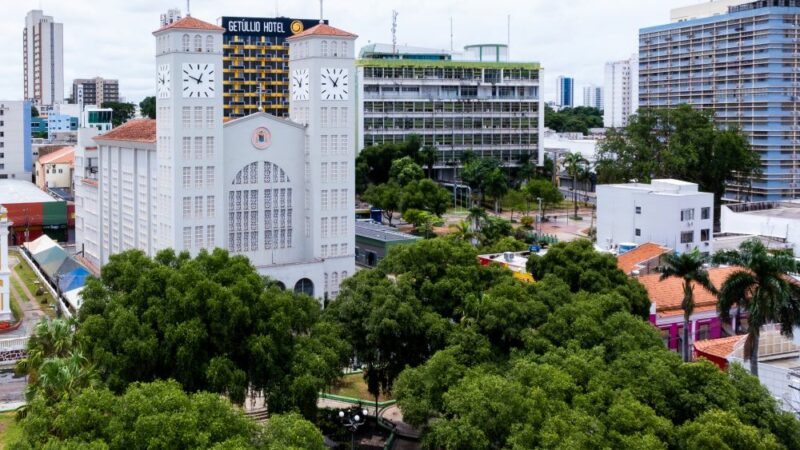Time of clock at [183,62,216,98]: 12:48
